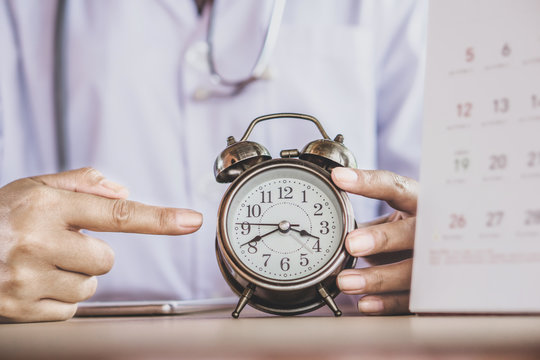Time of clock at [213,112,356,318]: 3:41
